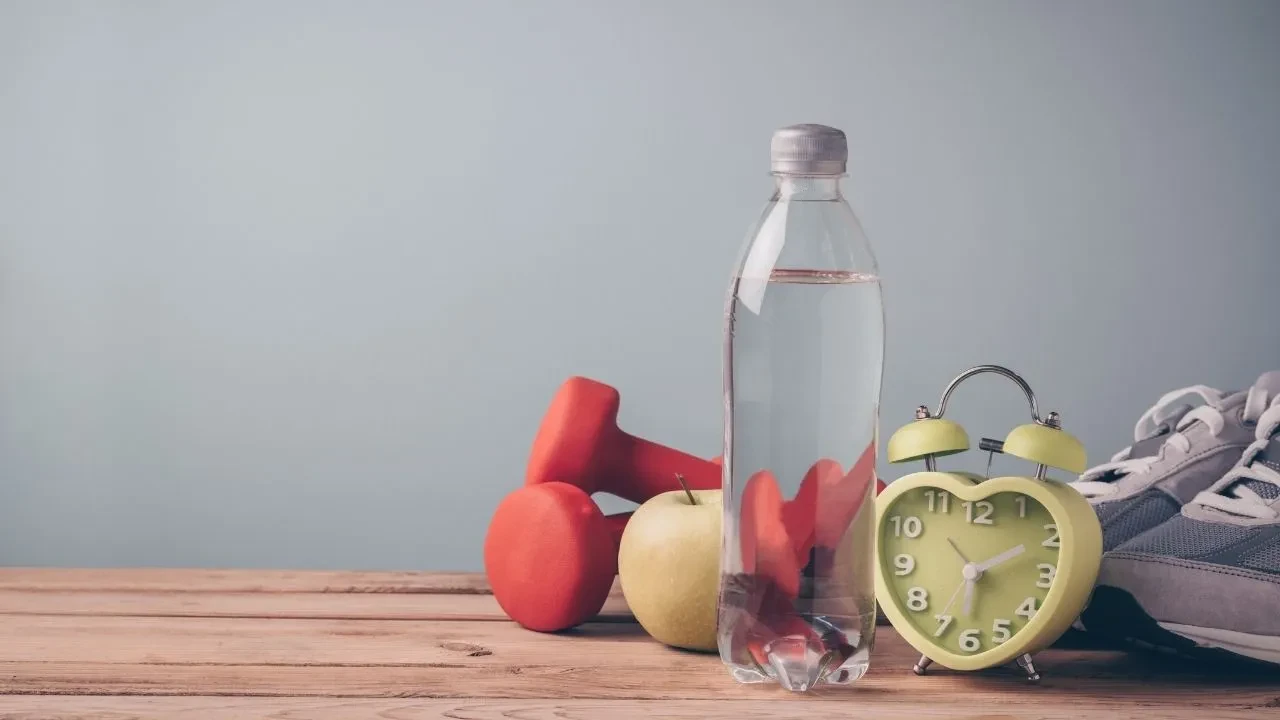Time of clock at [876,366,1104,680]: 6:10
